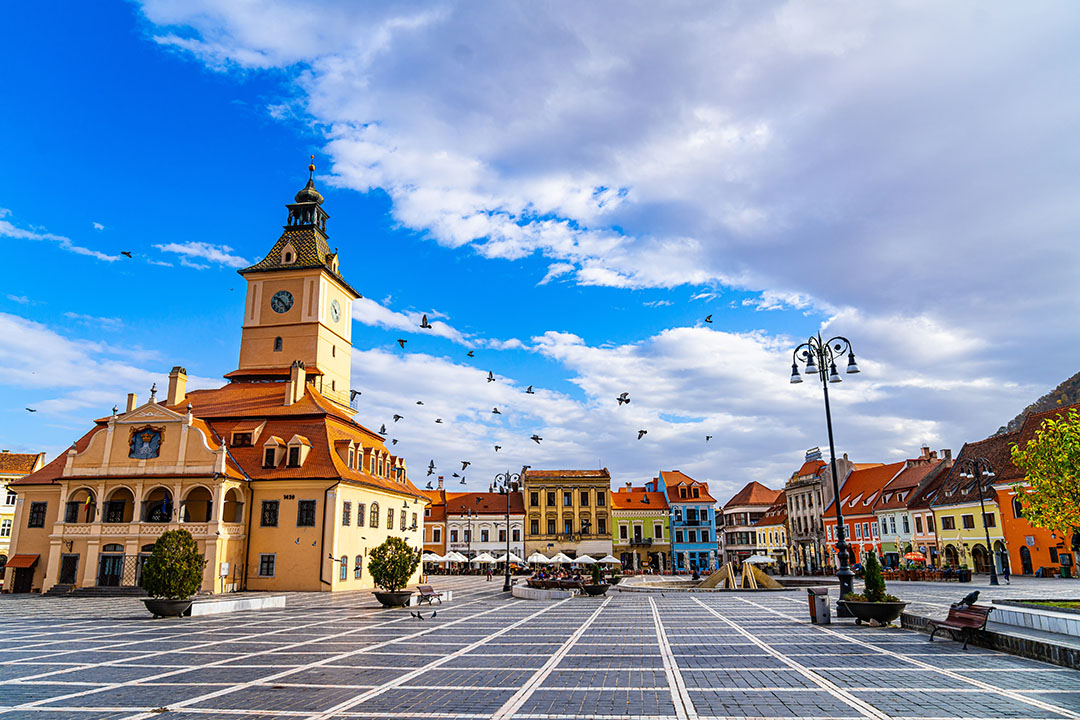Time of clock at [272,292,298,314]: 10:23
